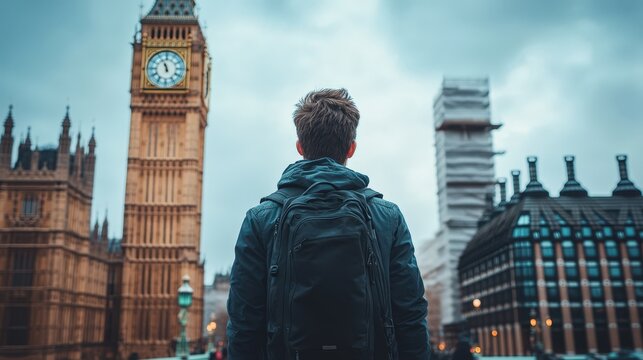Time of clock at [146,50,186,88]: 11:56
